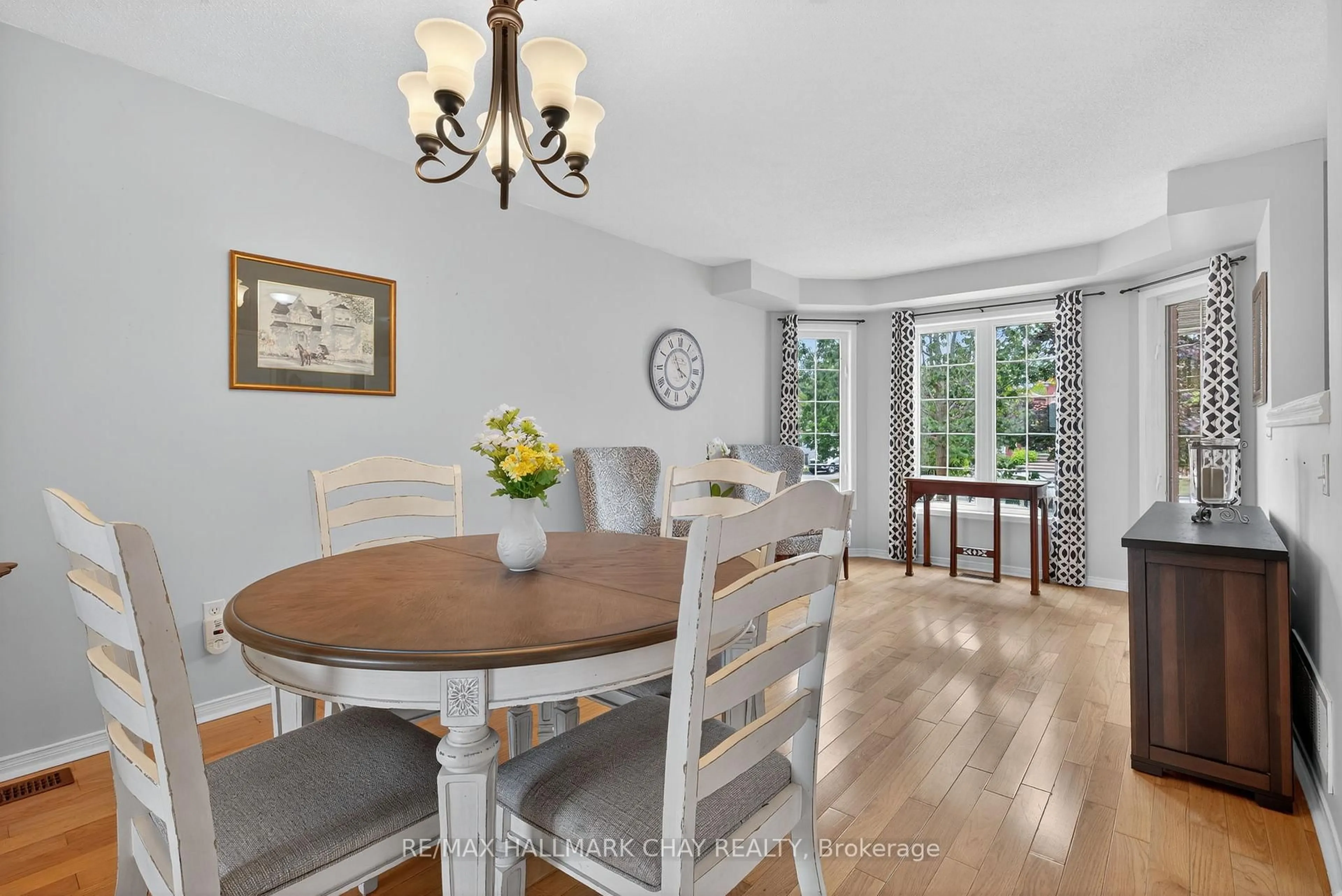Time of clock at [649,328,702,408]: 3:55
